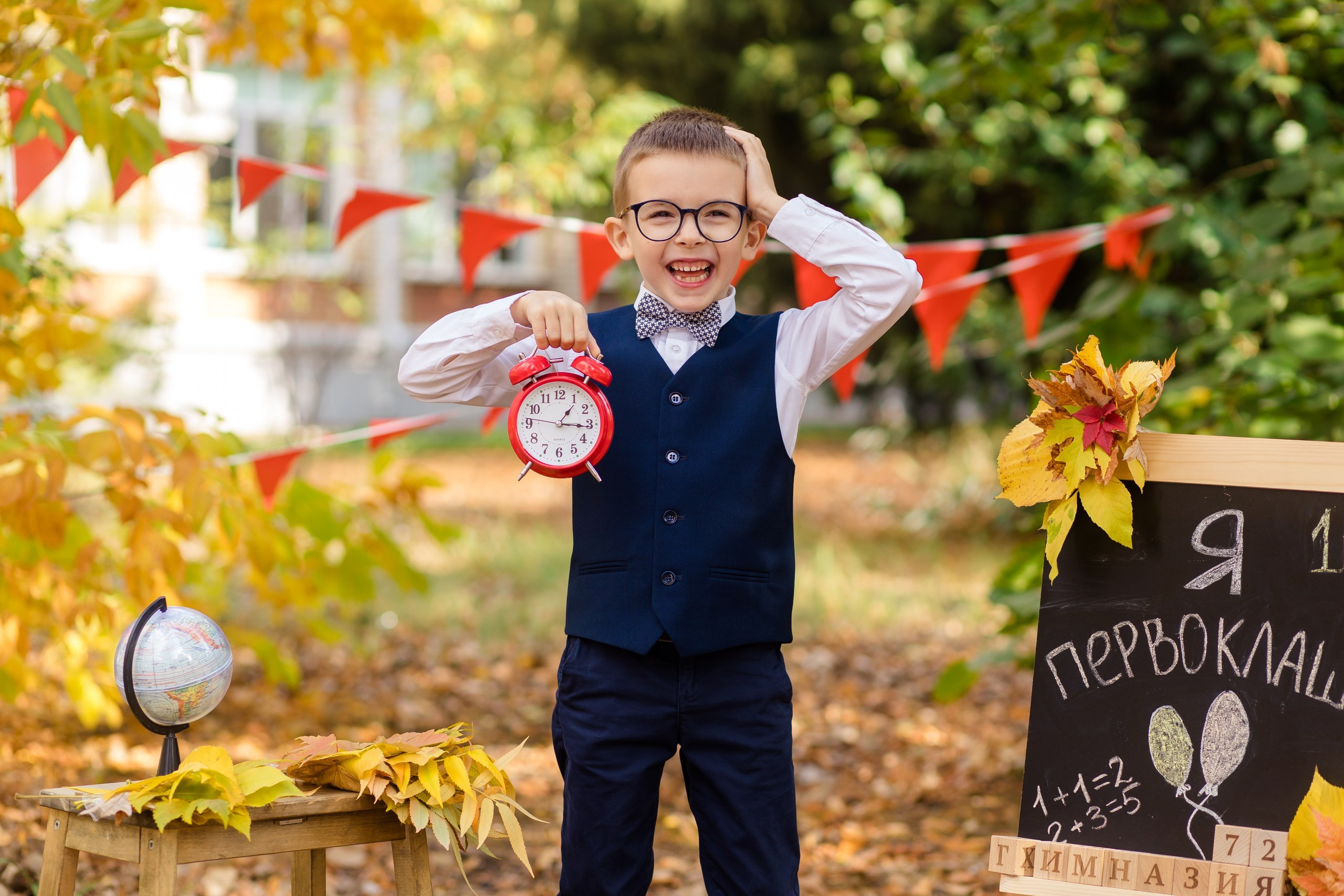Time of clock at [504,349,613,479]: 1:15
